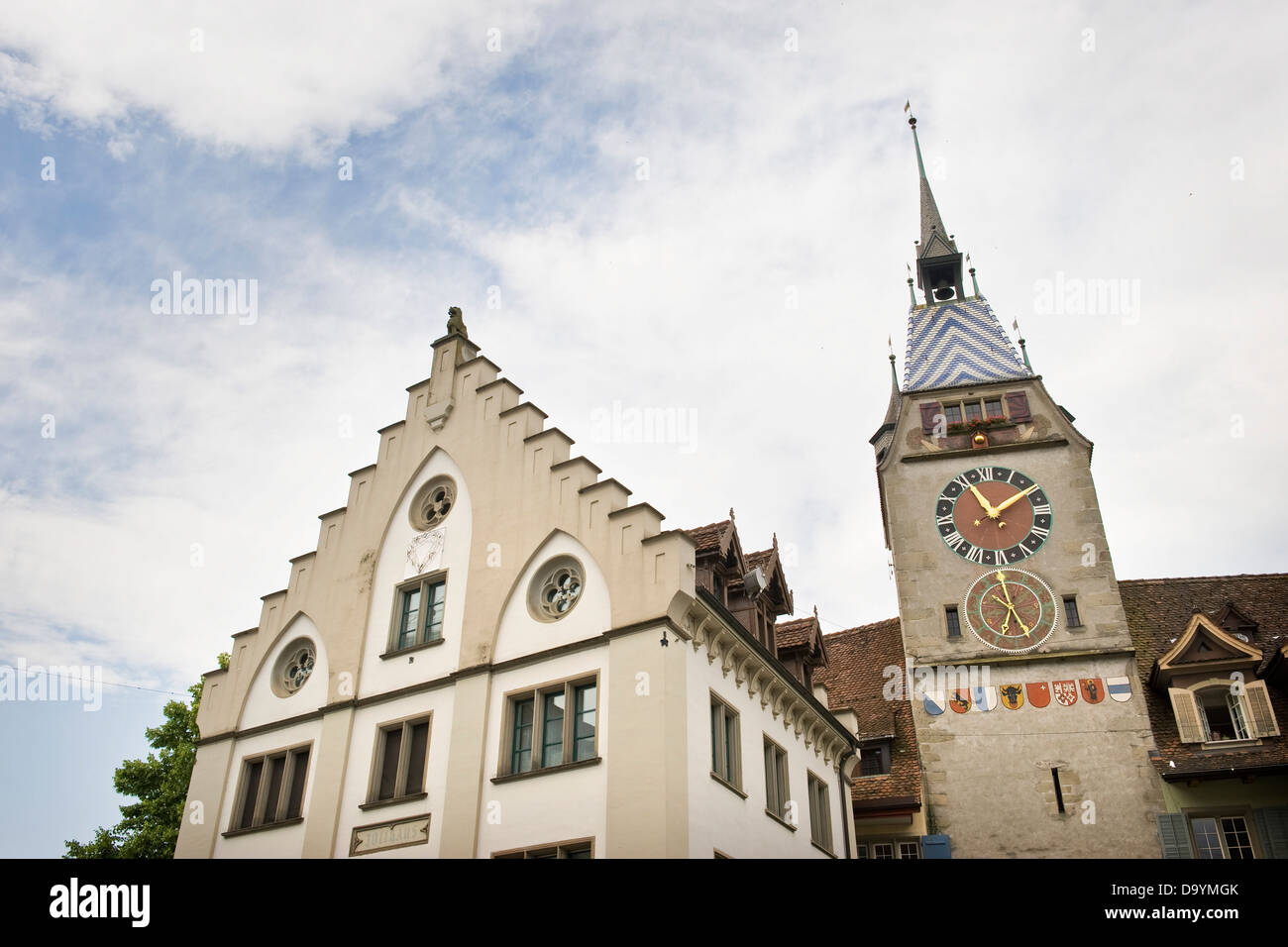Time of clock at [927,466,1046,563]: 11:08
